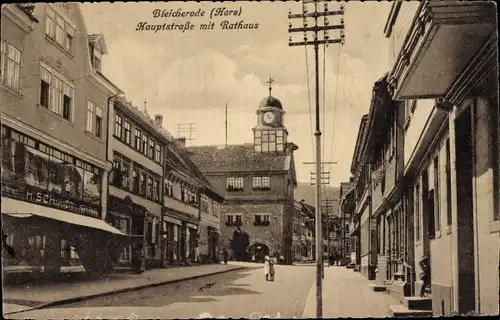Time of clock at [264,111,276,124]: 11:17
